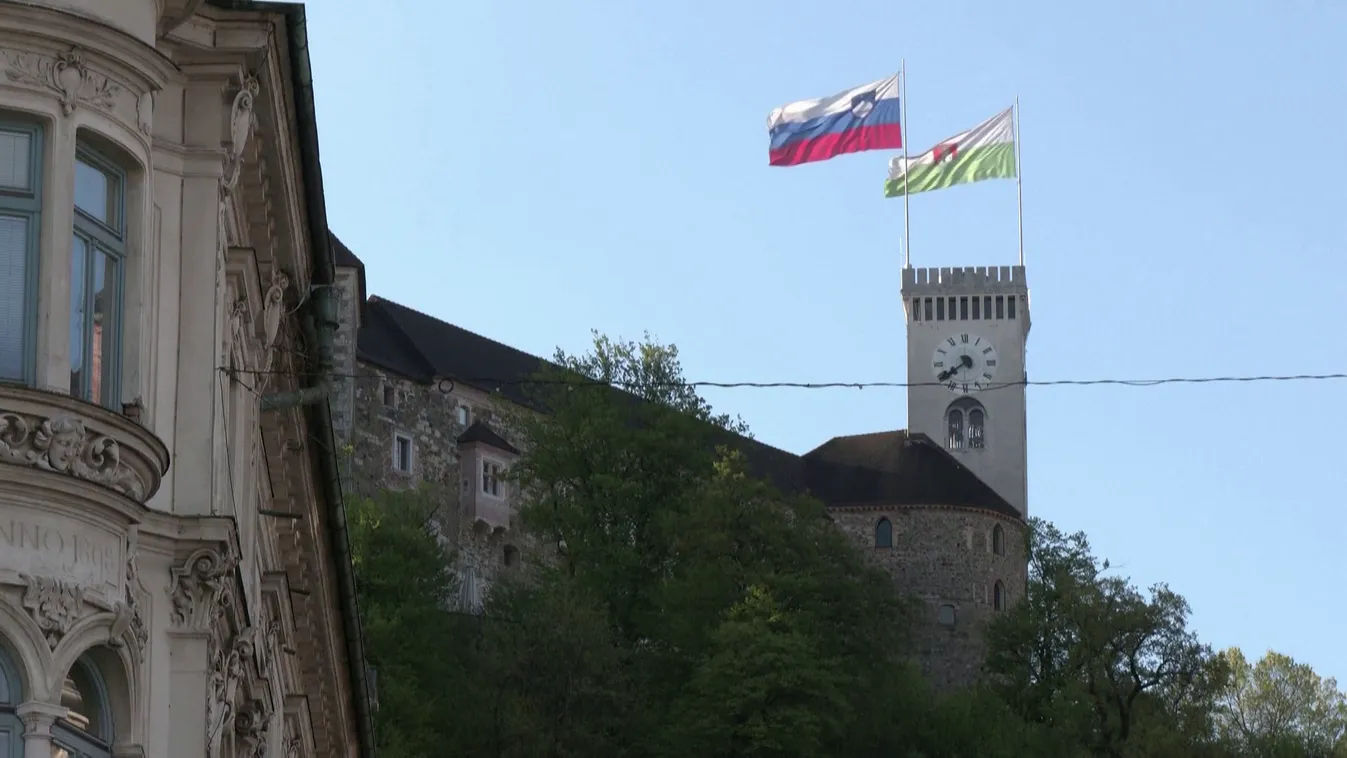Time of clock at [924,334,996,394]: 7:39
